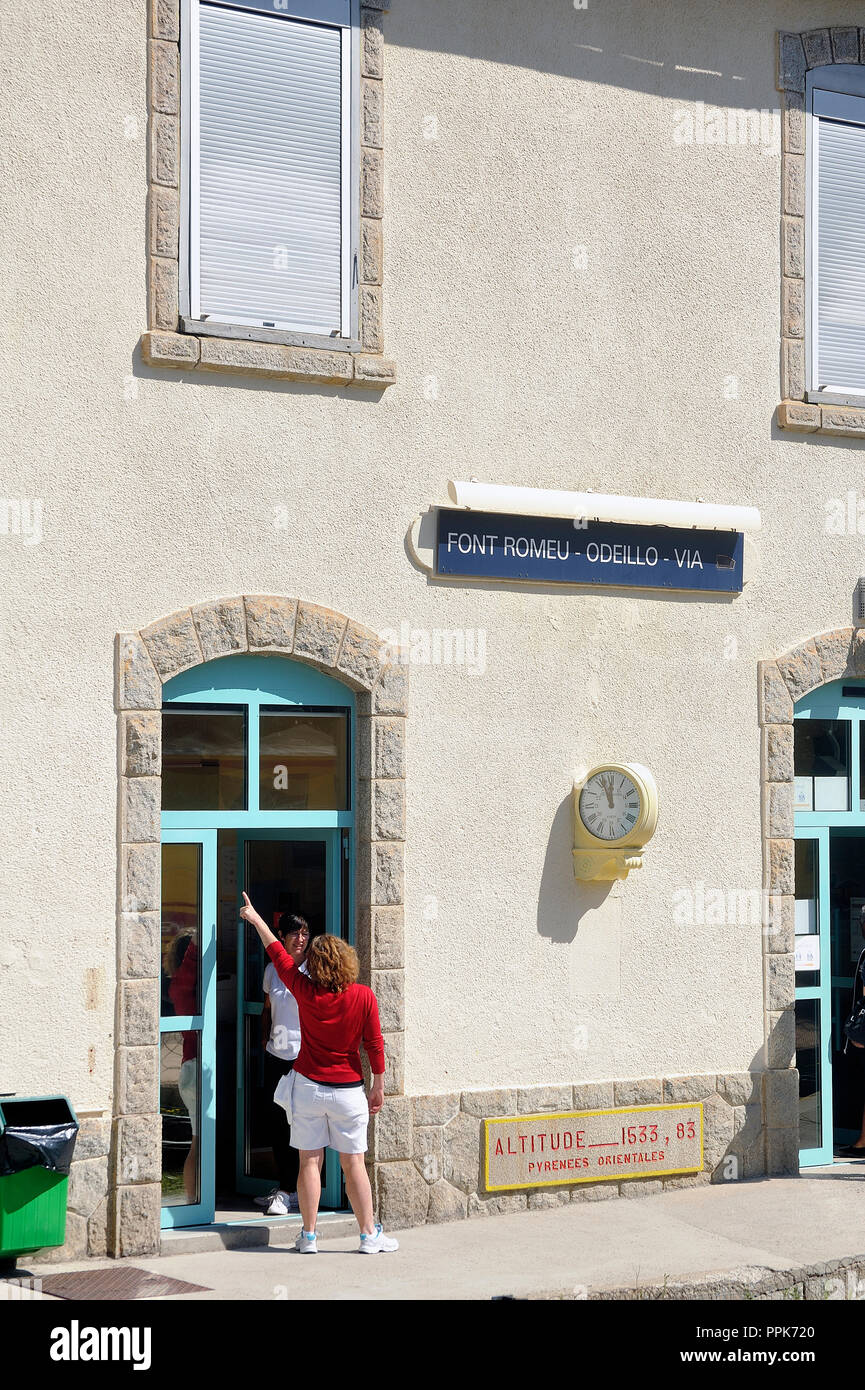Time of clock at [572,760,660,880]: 11:56
